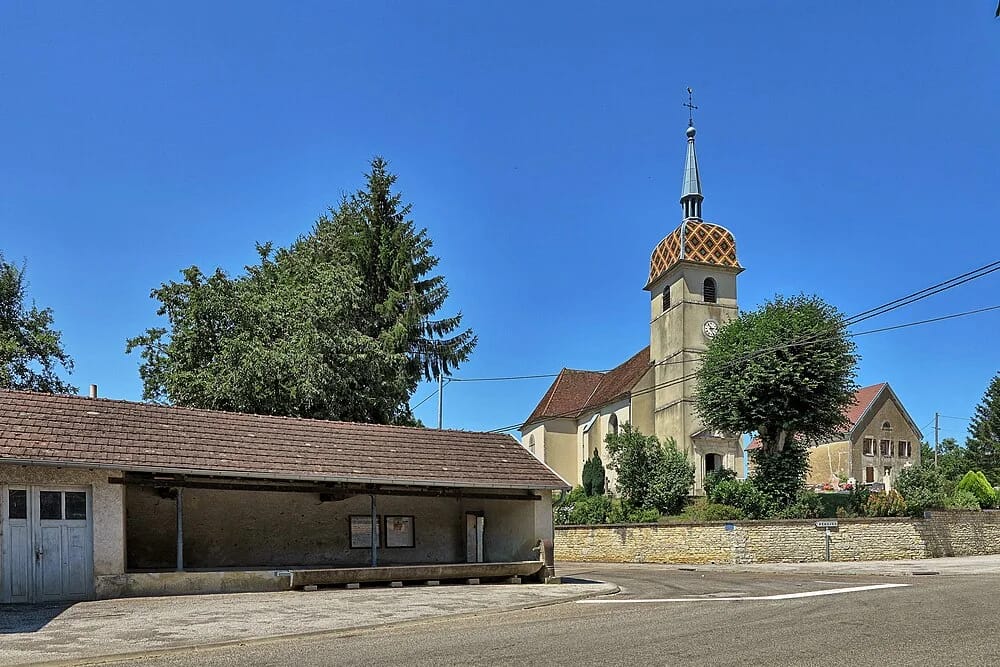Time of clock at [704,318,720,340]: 2:53
